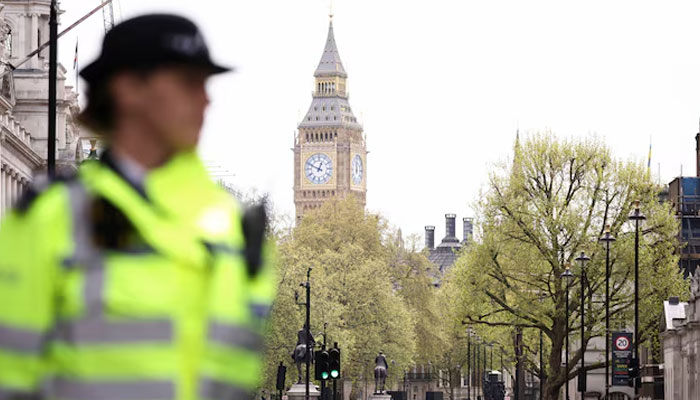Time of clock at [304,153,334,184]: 12:49
